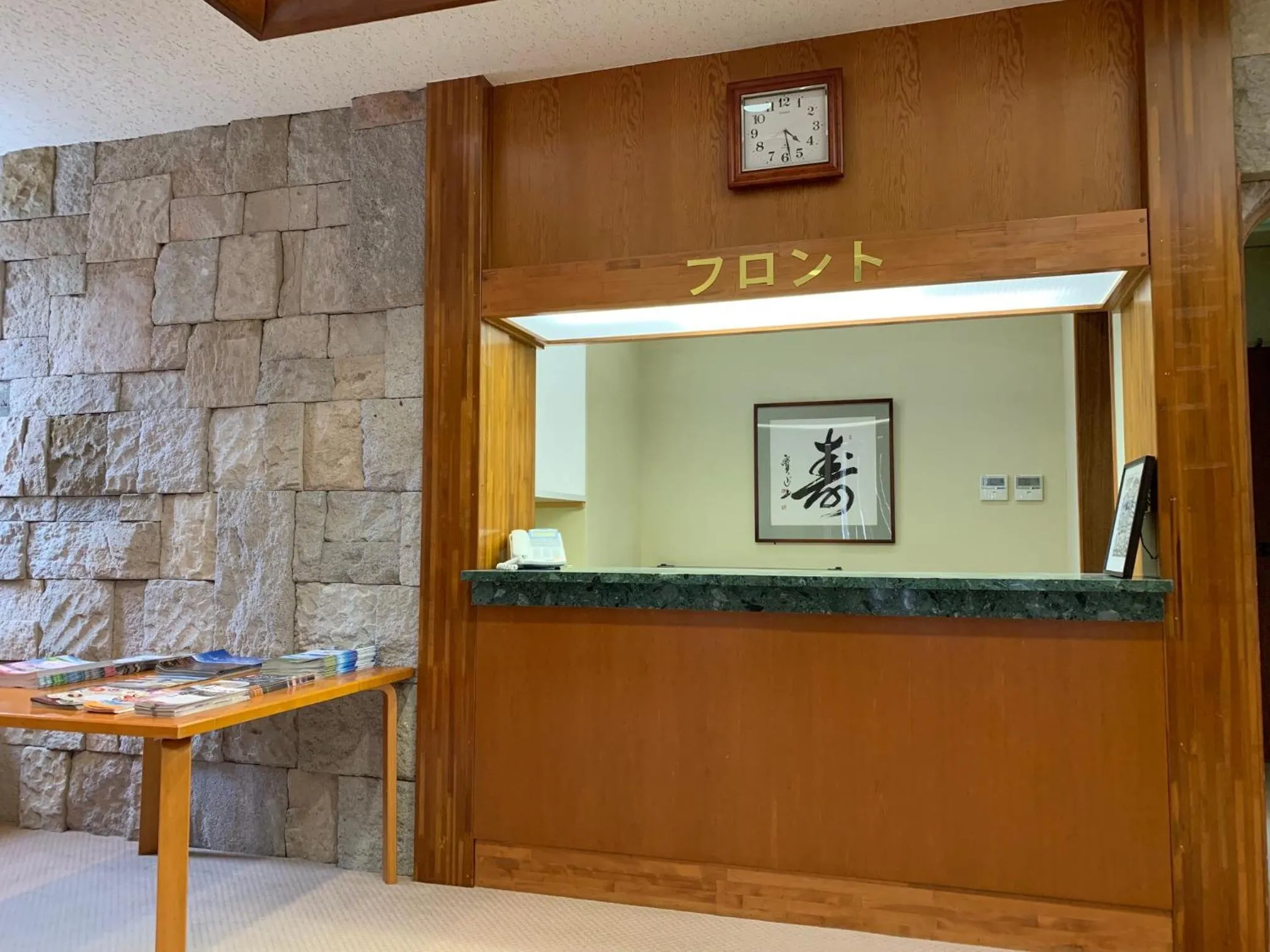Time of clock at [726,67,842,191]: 4:28
